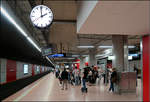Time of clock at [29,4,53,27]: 1:59
